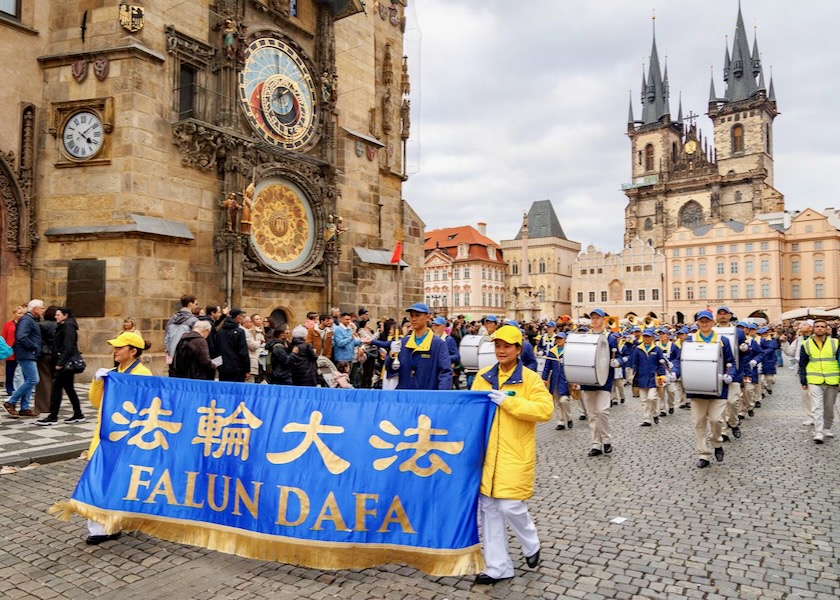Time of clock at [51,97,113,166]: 4:09
